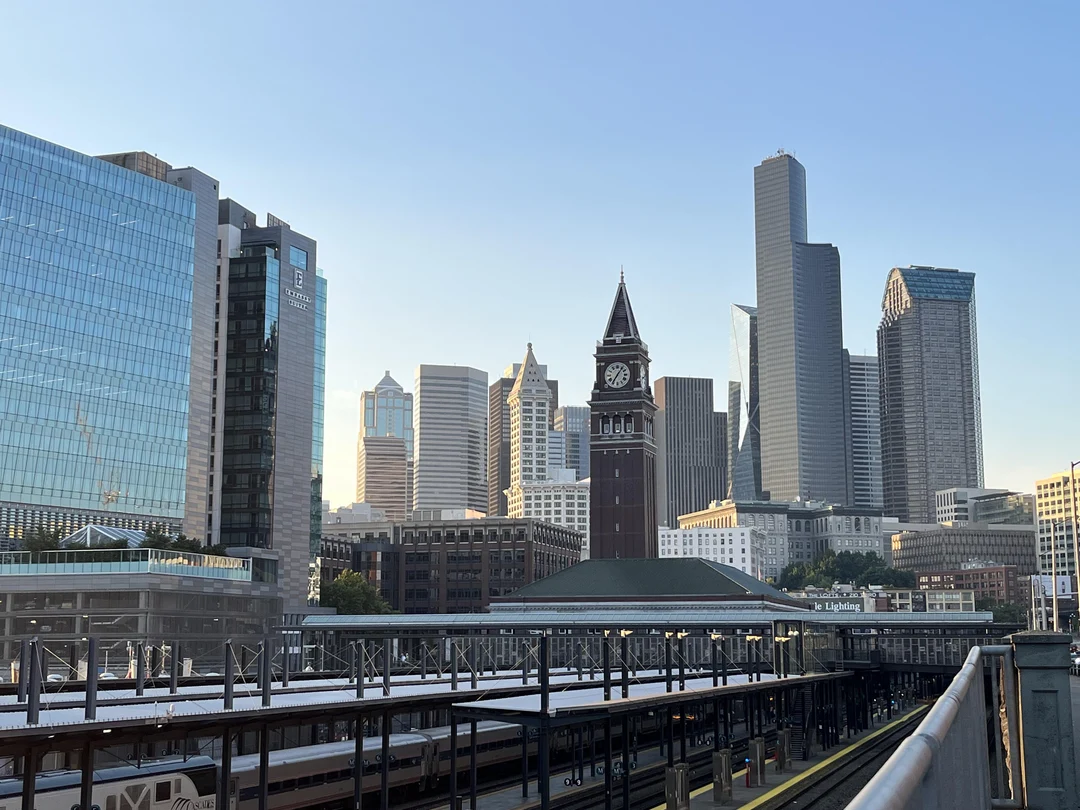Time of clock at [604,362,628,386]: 7:06
